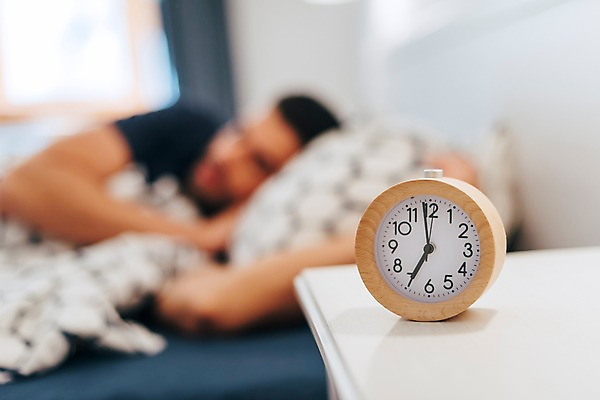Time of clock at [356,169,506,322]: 6:58
